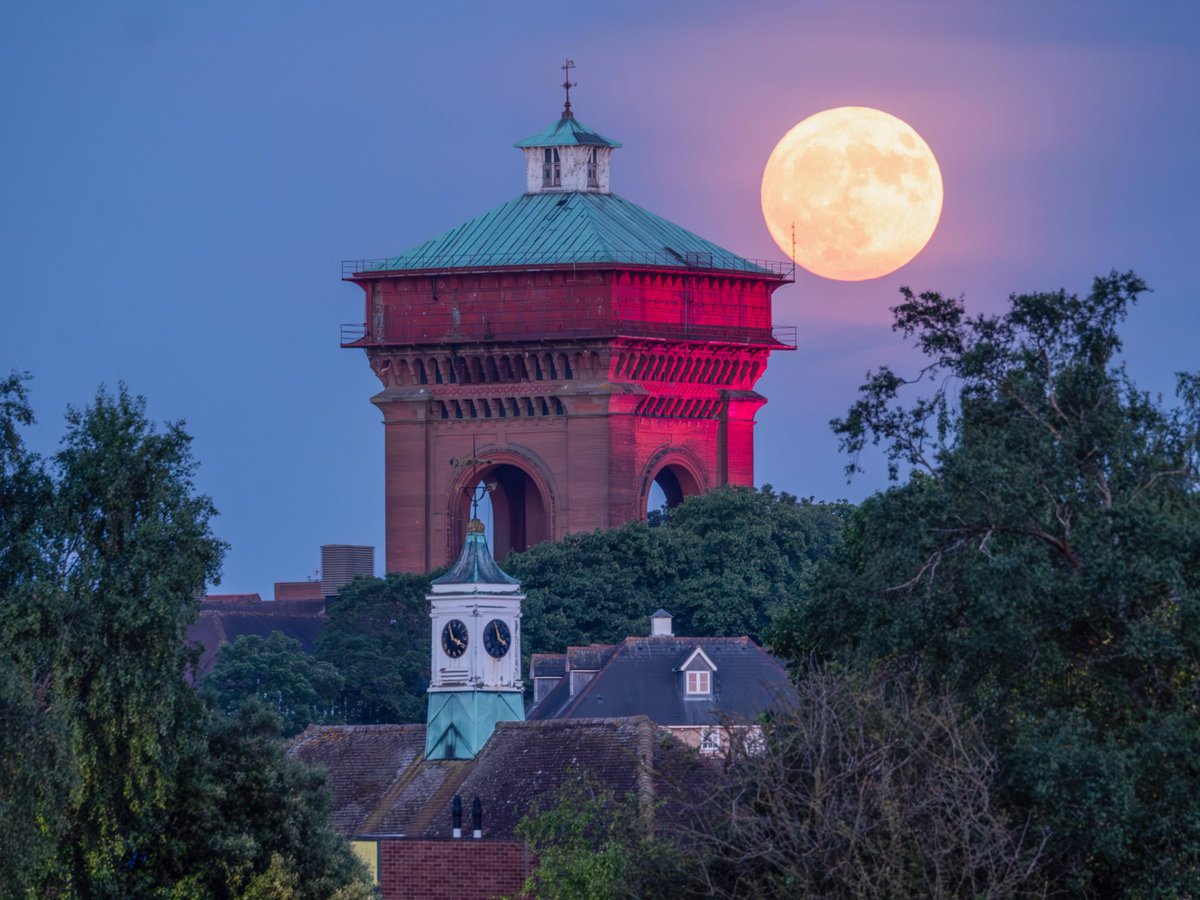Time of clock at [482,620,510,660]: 3:58
